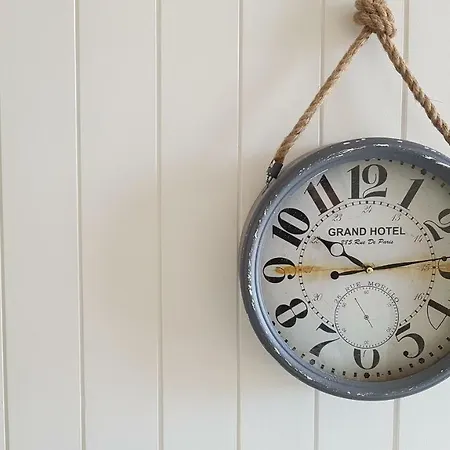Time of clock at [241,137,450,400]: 10:13
